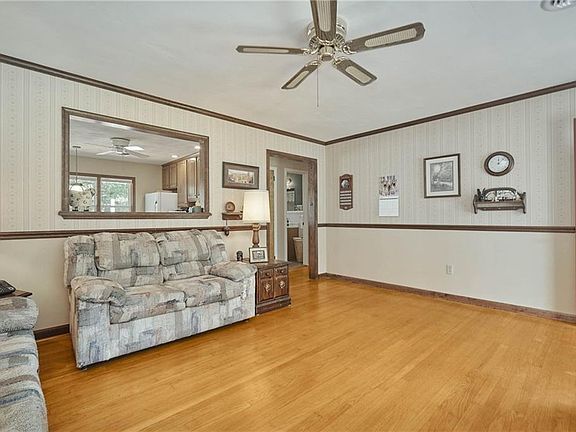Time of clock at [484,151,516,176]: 12:07
